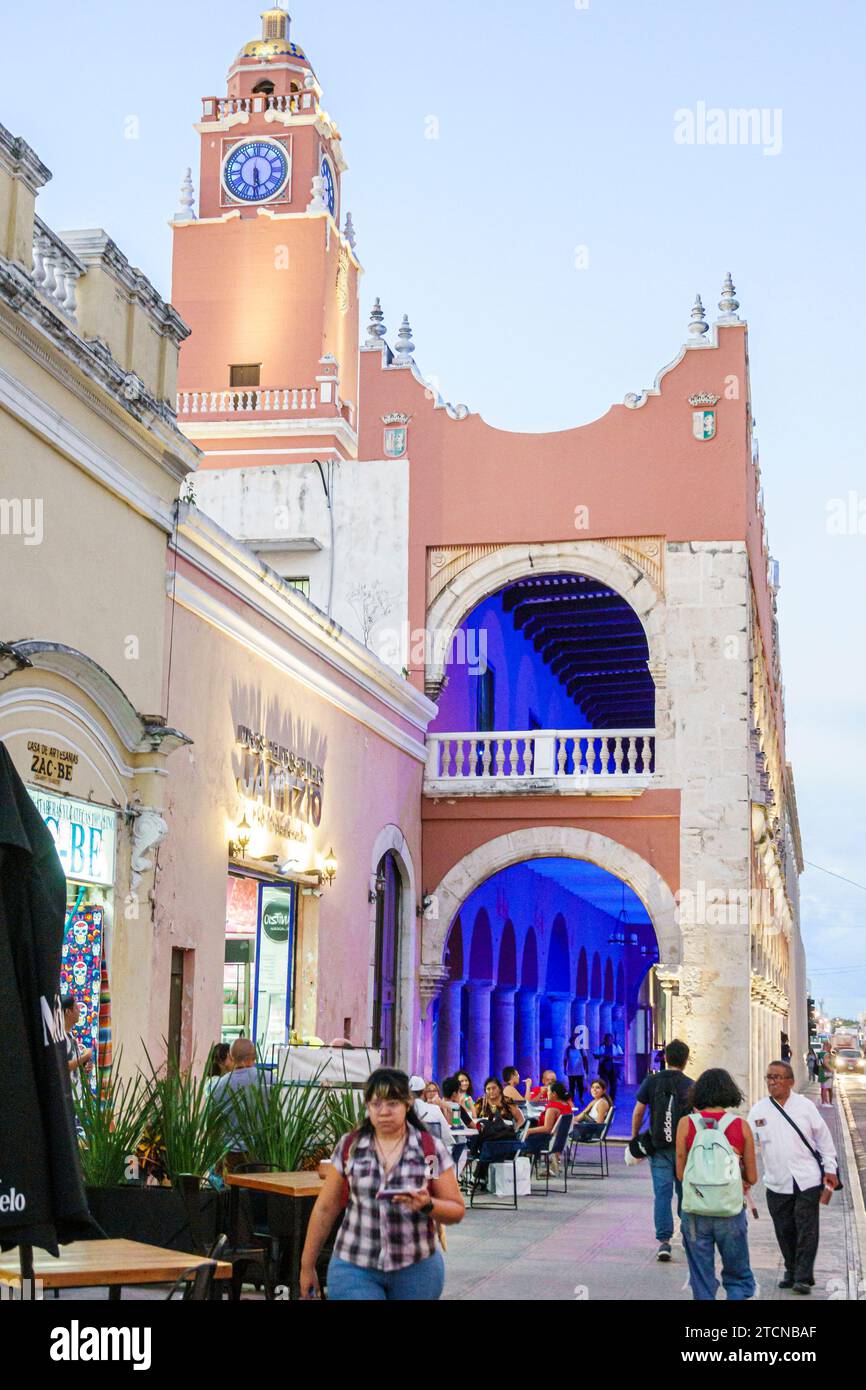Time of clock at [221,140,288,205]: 5:29
